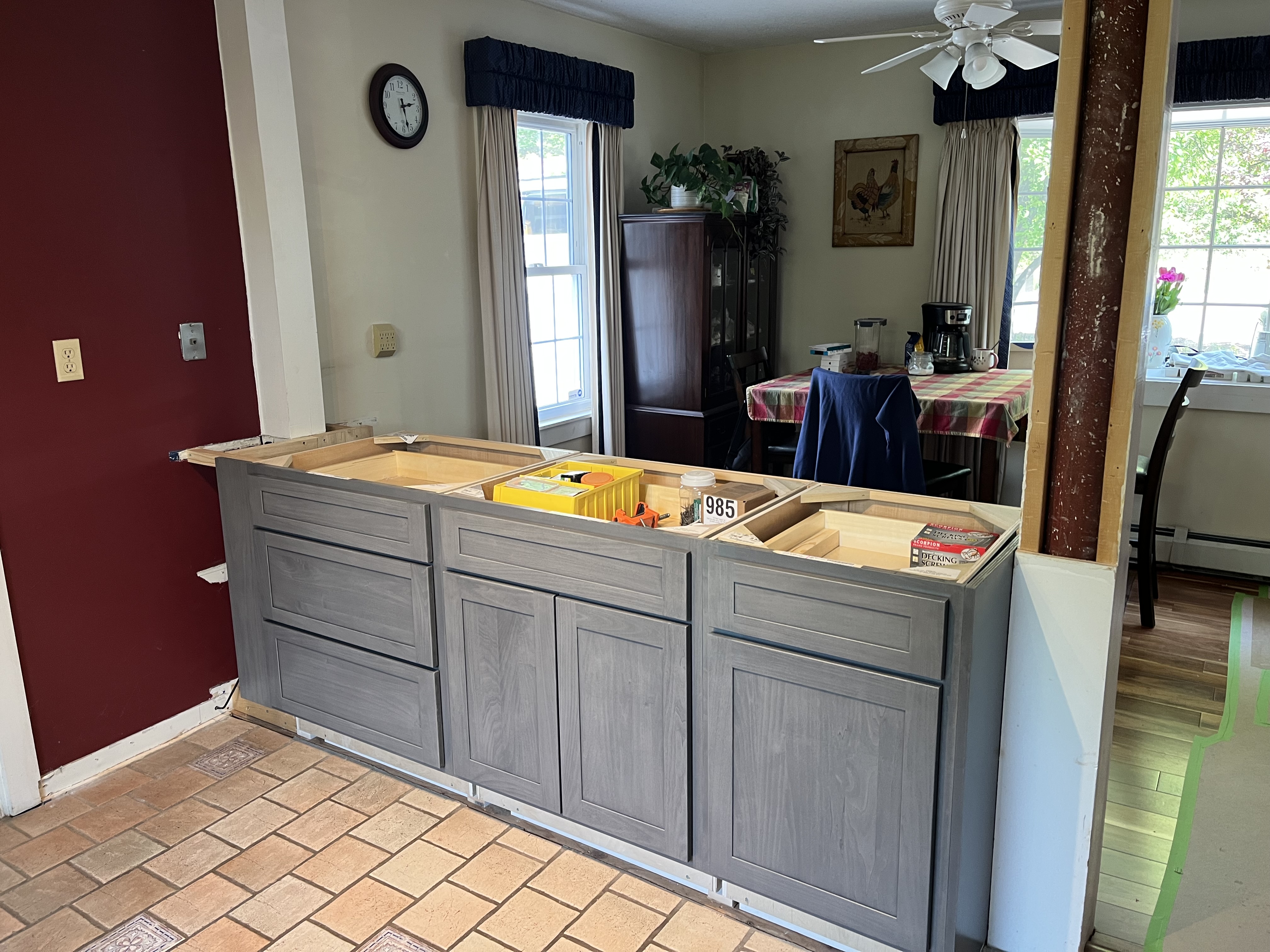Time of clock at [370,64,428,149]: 2:27
